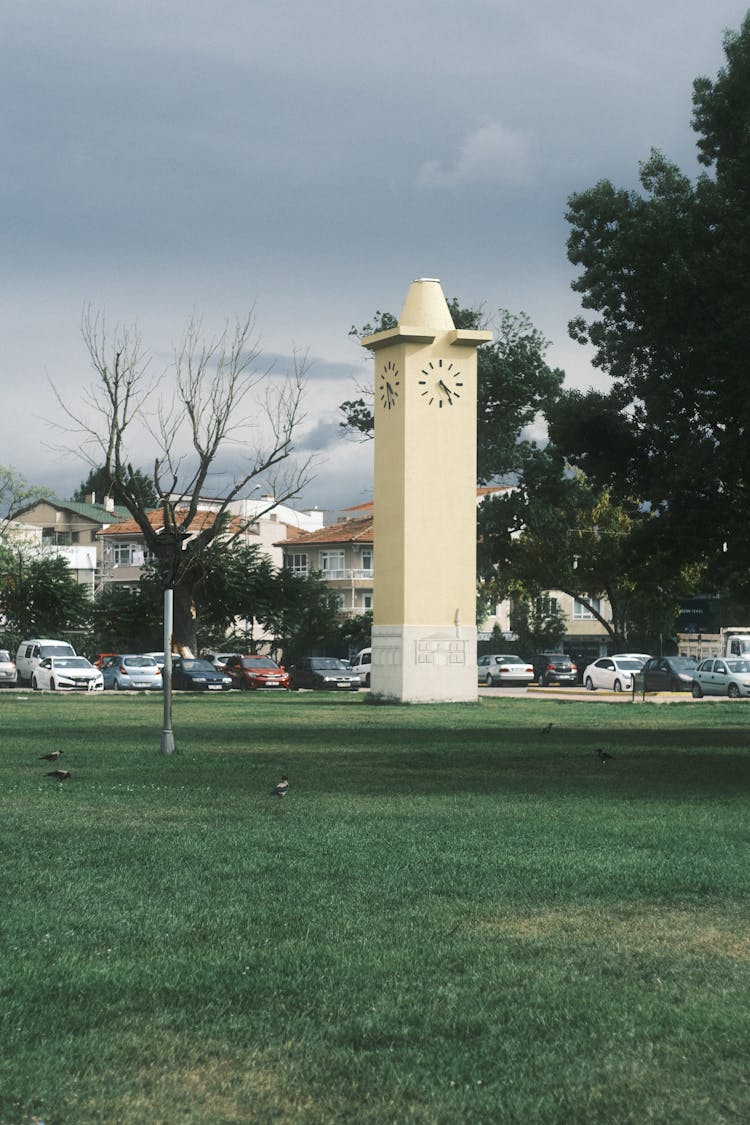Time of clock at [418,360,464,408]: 4:24
